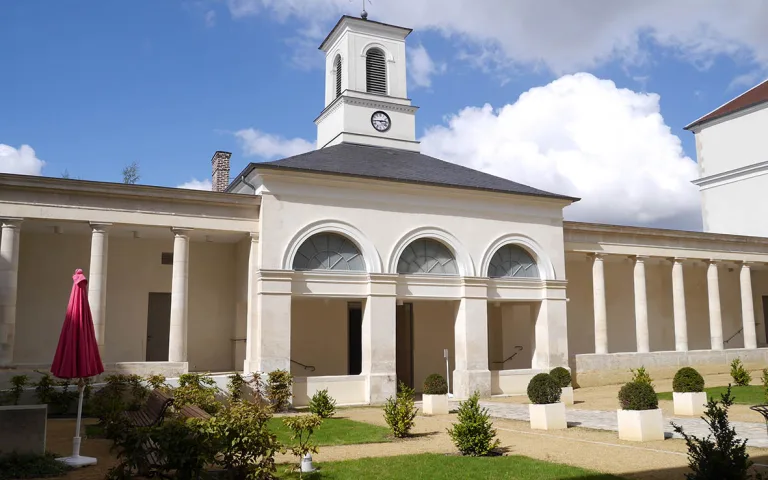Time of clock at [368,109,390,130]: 2:45
